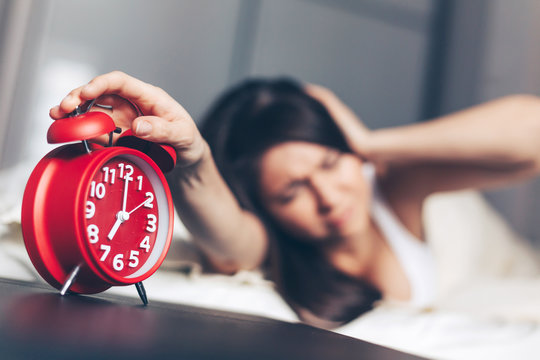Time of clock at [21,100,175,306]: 7:01
